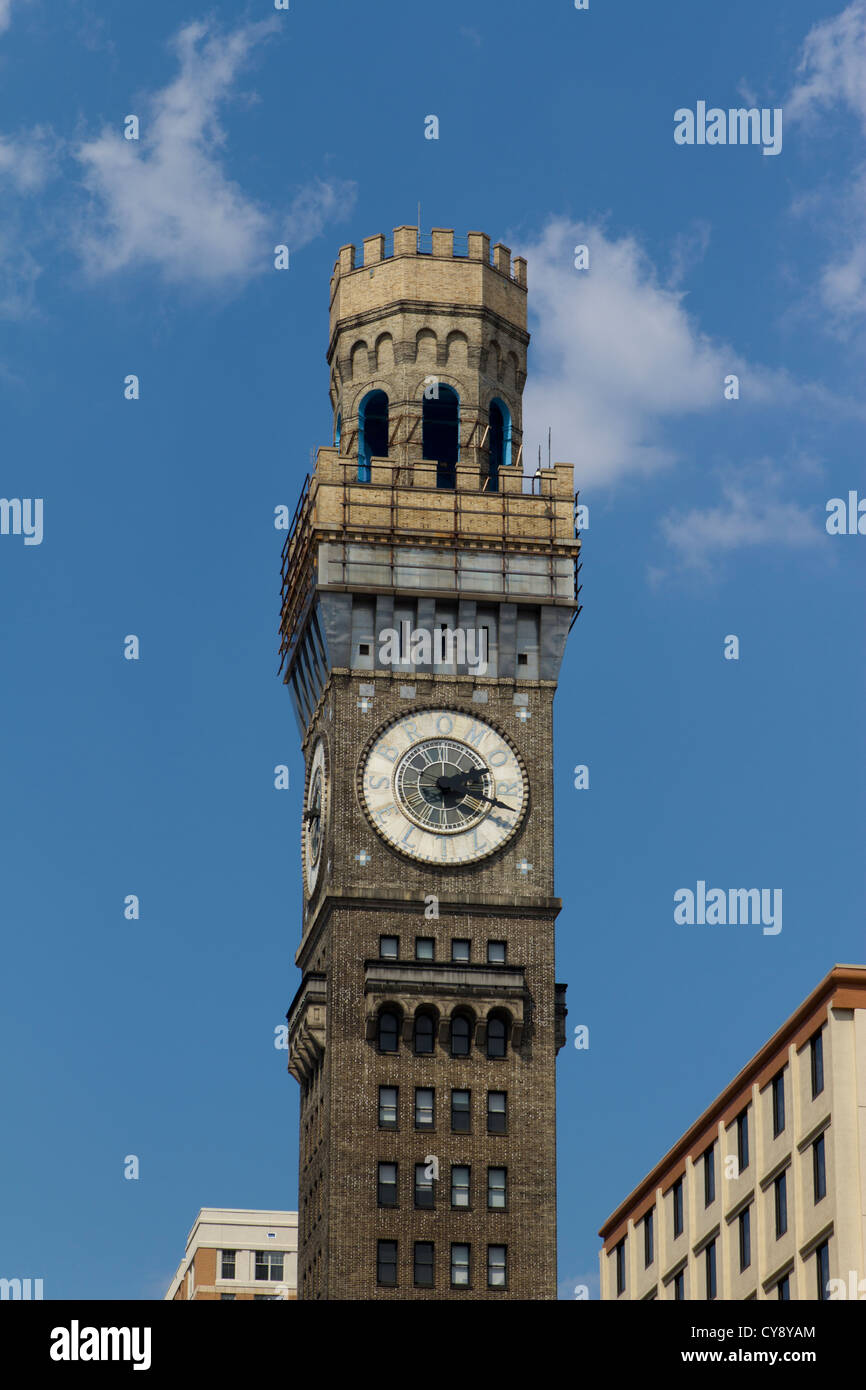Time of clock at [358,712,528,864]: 2:18
